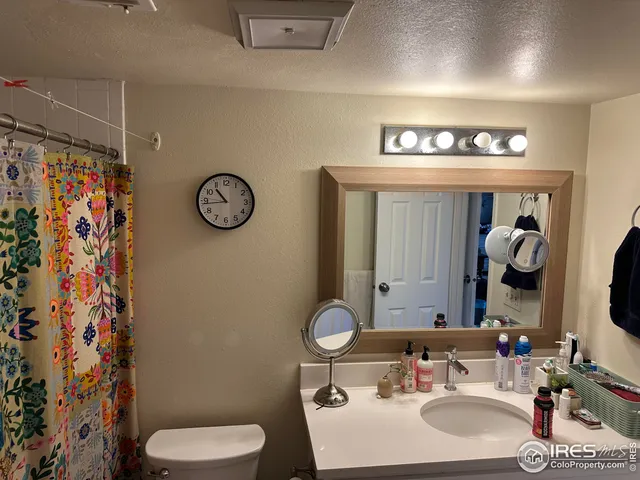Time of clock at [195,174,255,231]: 10:43
